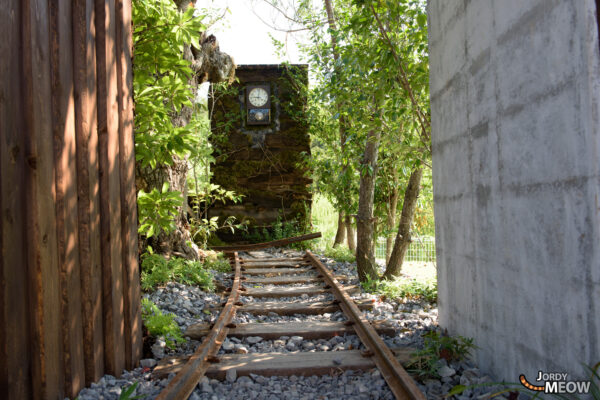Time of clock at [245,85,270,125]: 9:01
